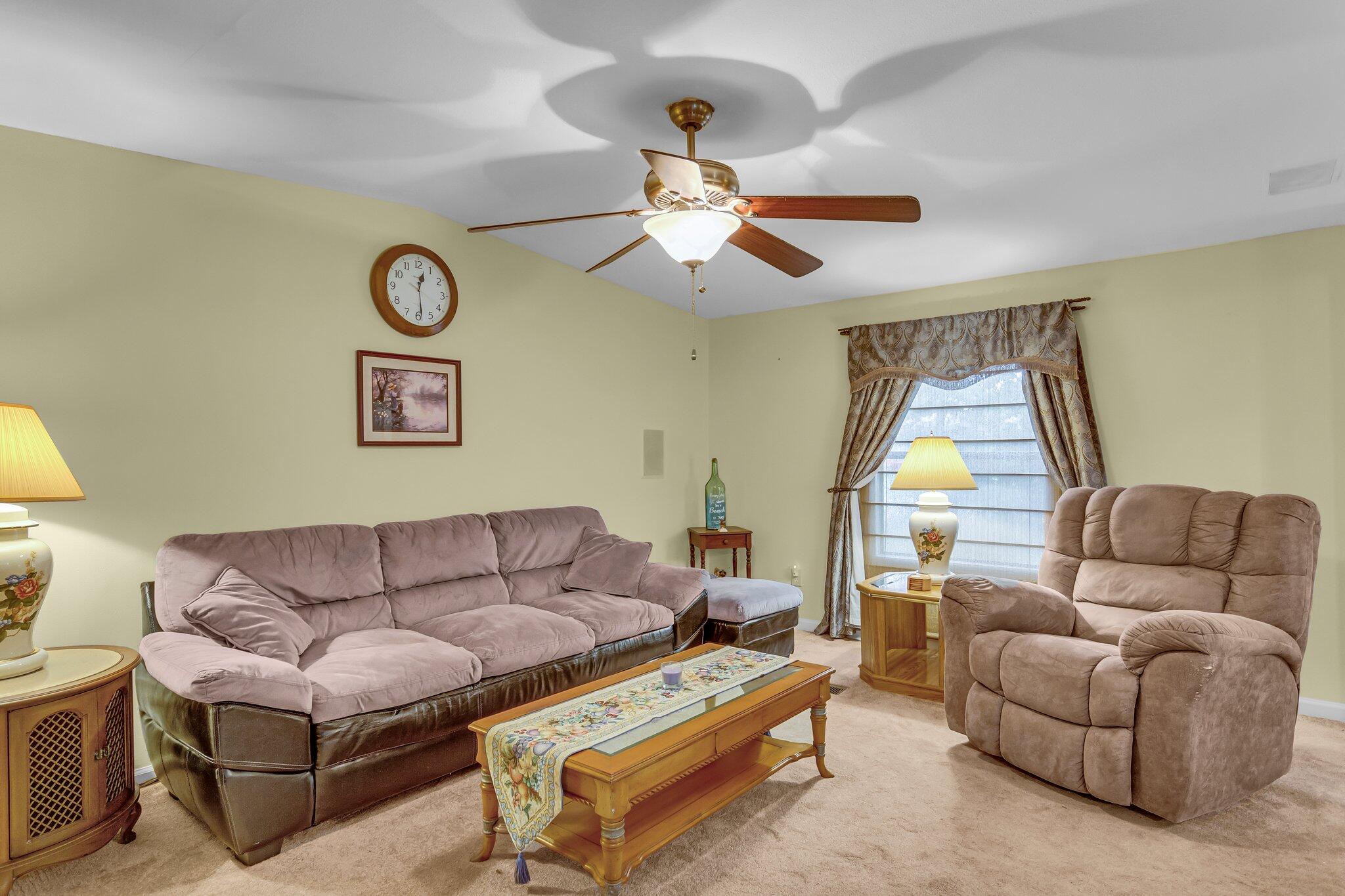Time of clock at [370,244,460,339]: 12:28
